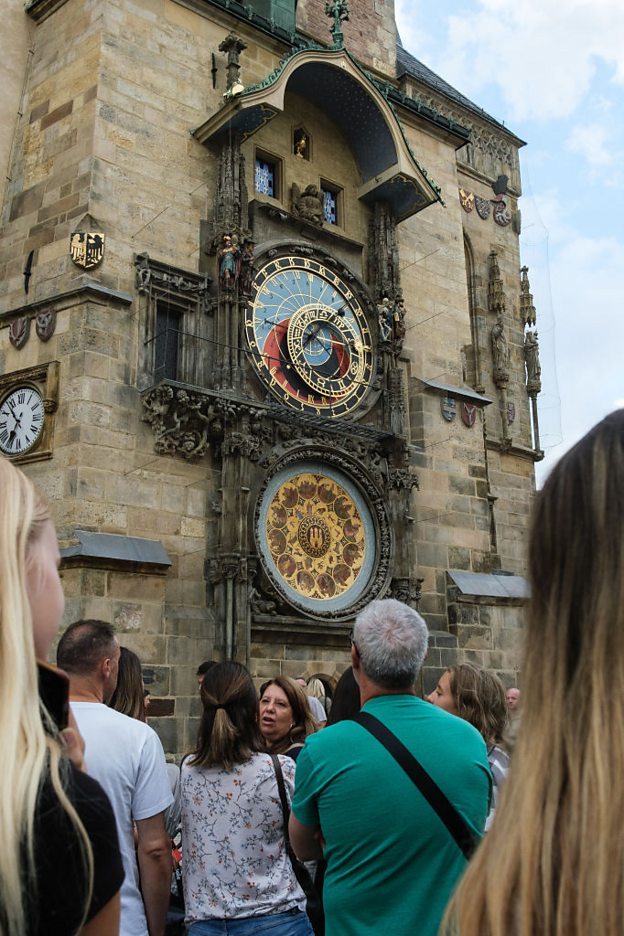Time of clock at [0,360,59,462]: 6:53
